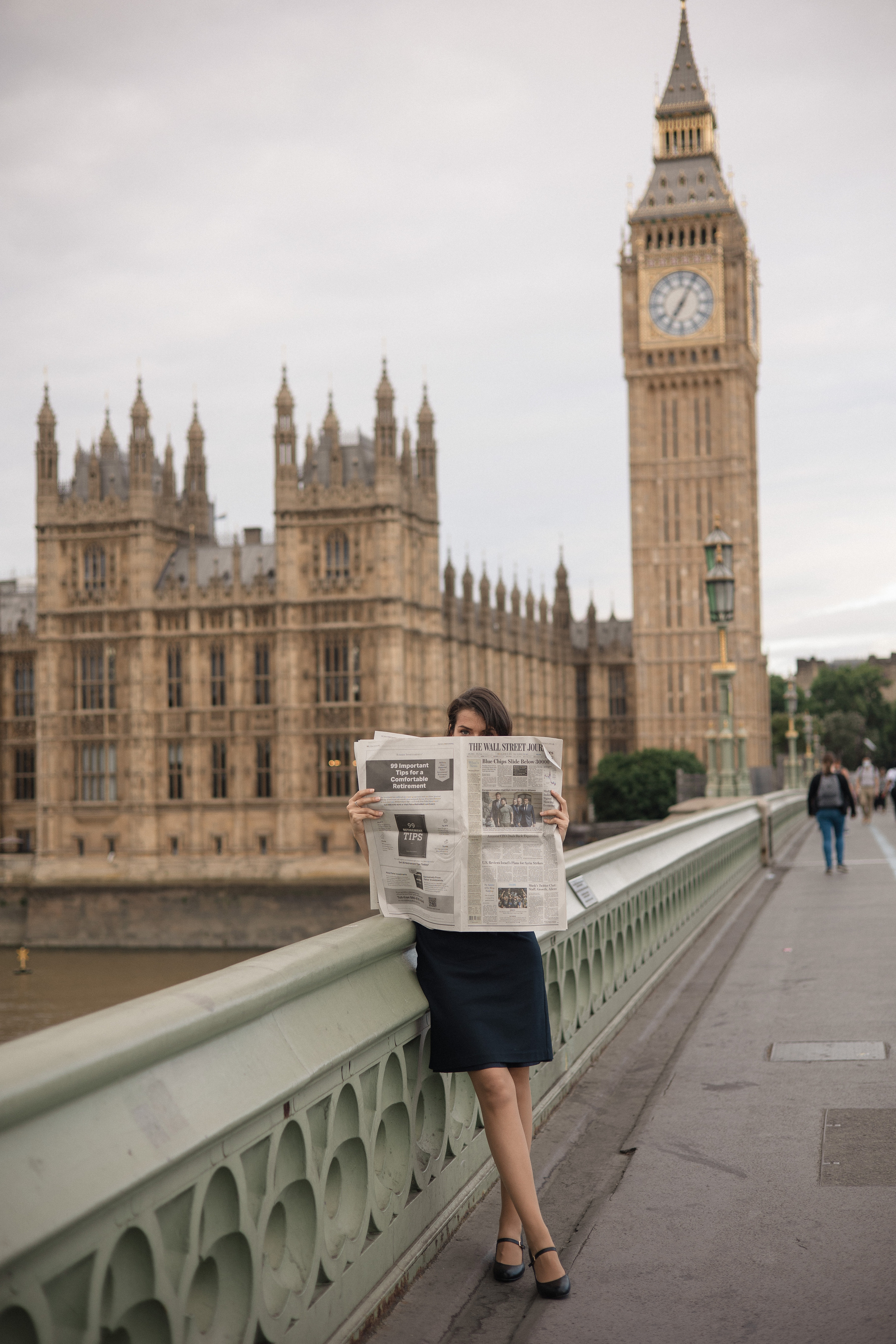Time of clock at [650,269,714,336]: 7:04
